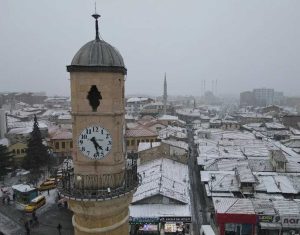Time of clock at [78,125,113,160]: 4:27
